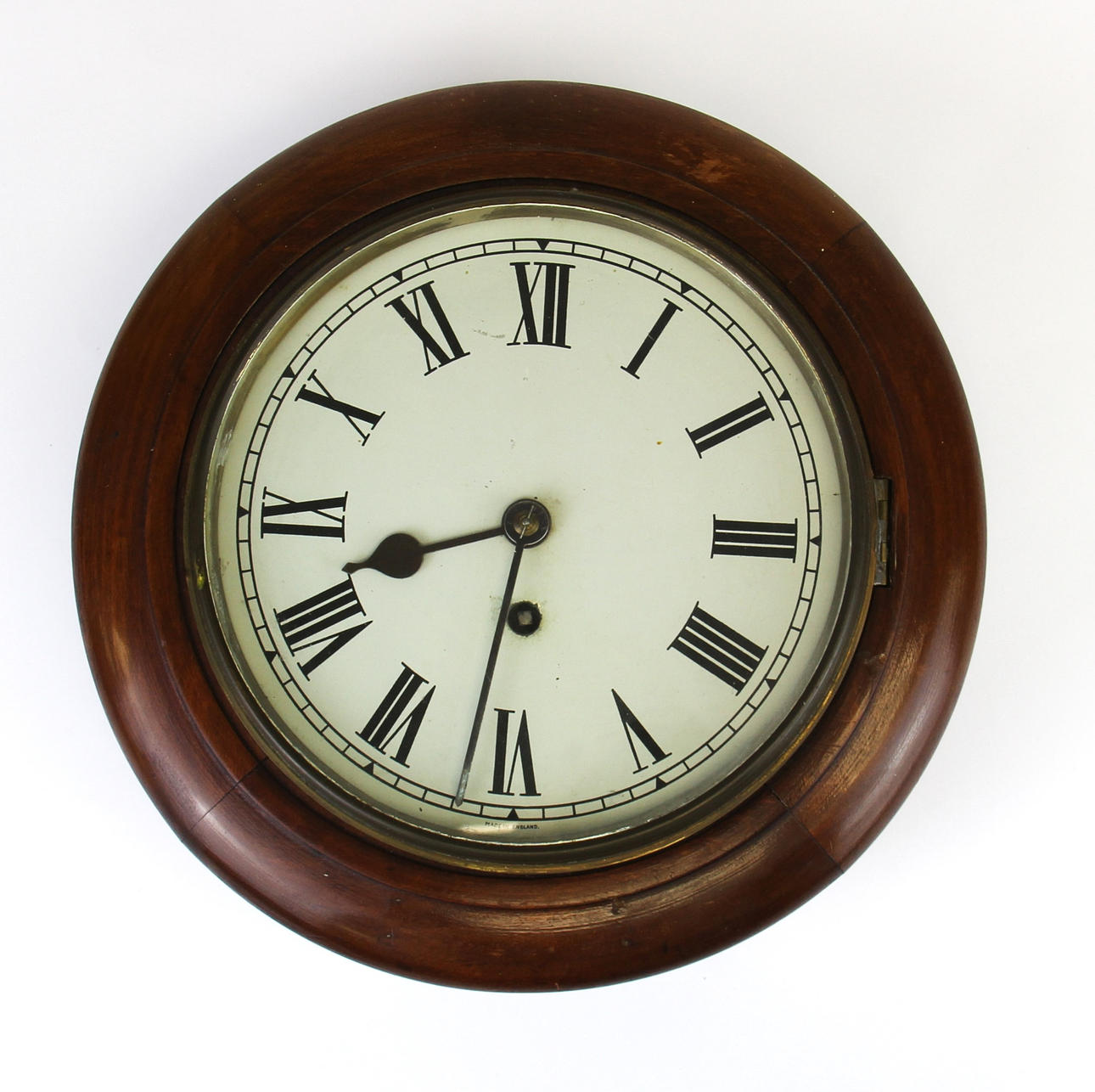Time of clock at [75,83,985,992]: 8:31
